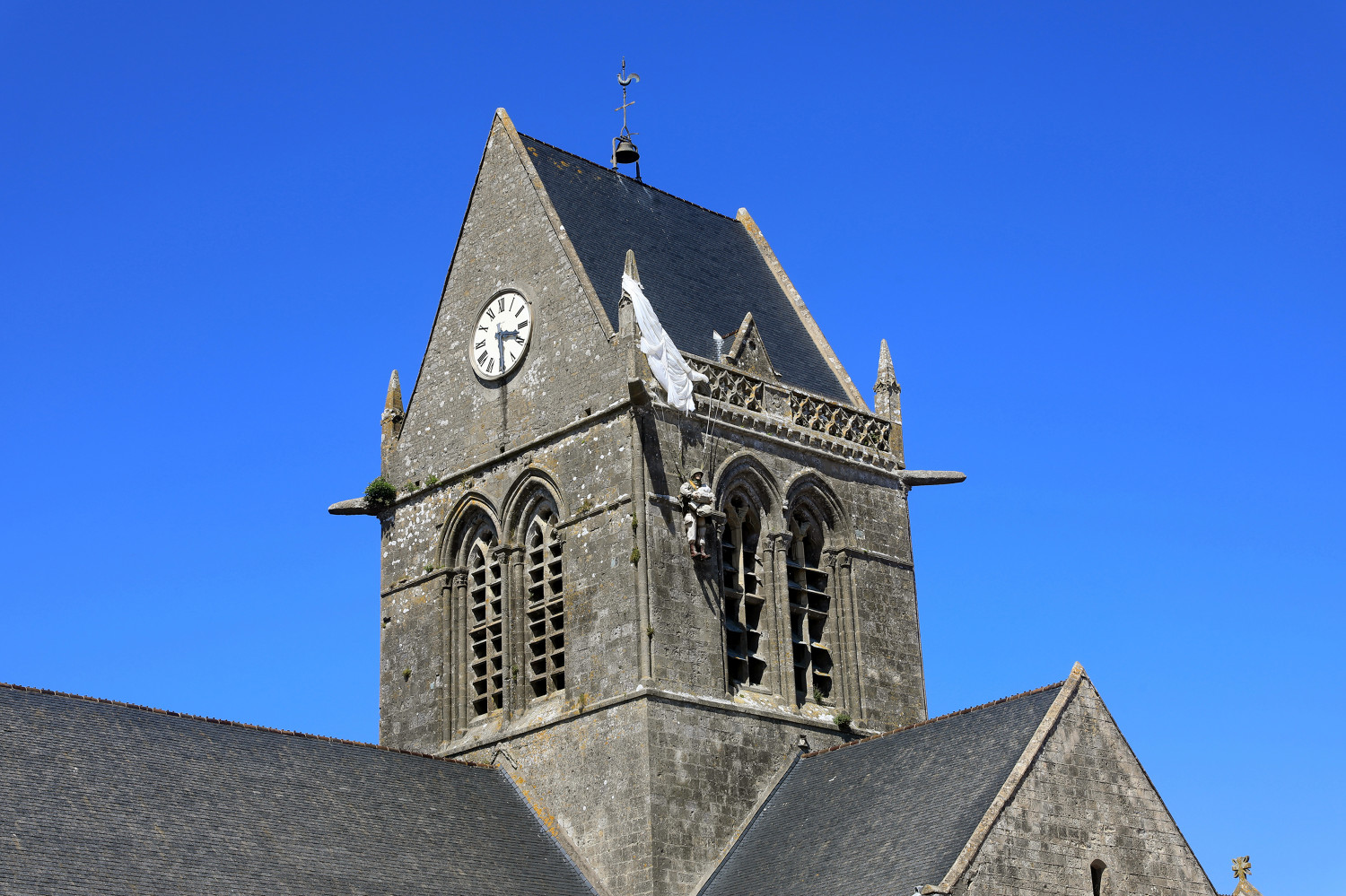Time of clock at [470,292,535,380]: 3:29
